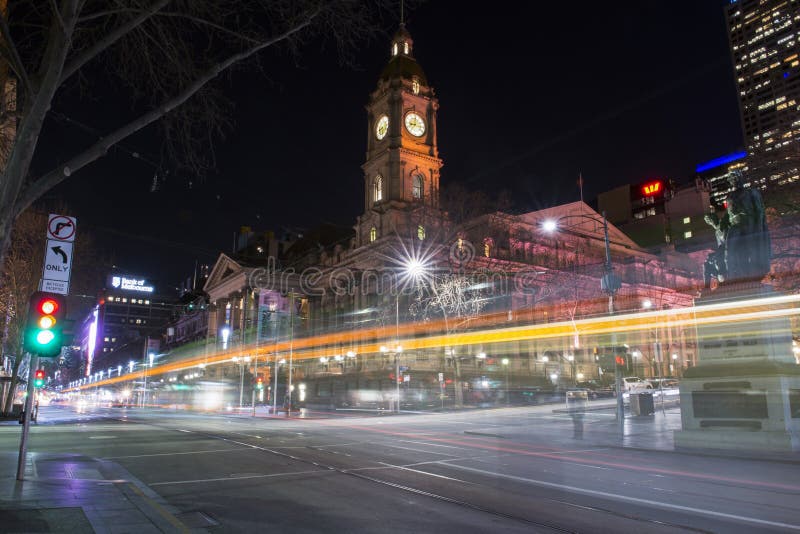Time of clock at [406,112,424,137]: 9:01
